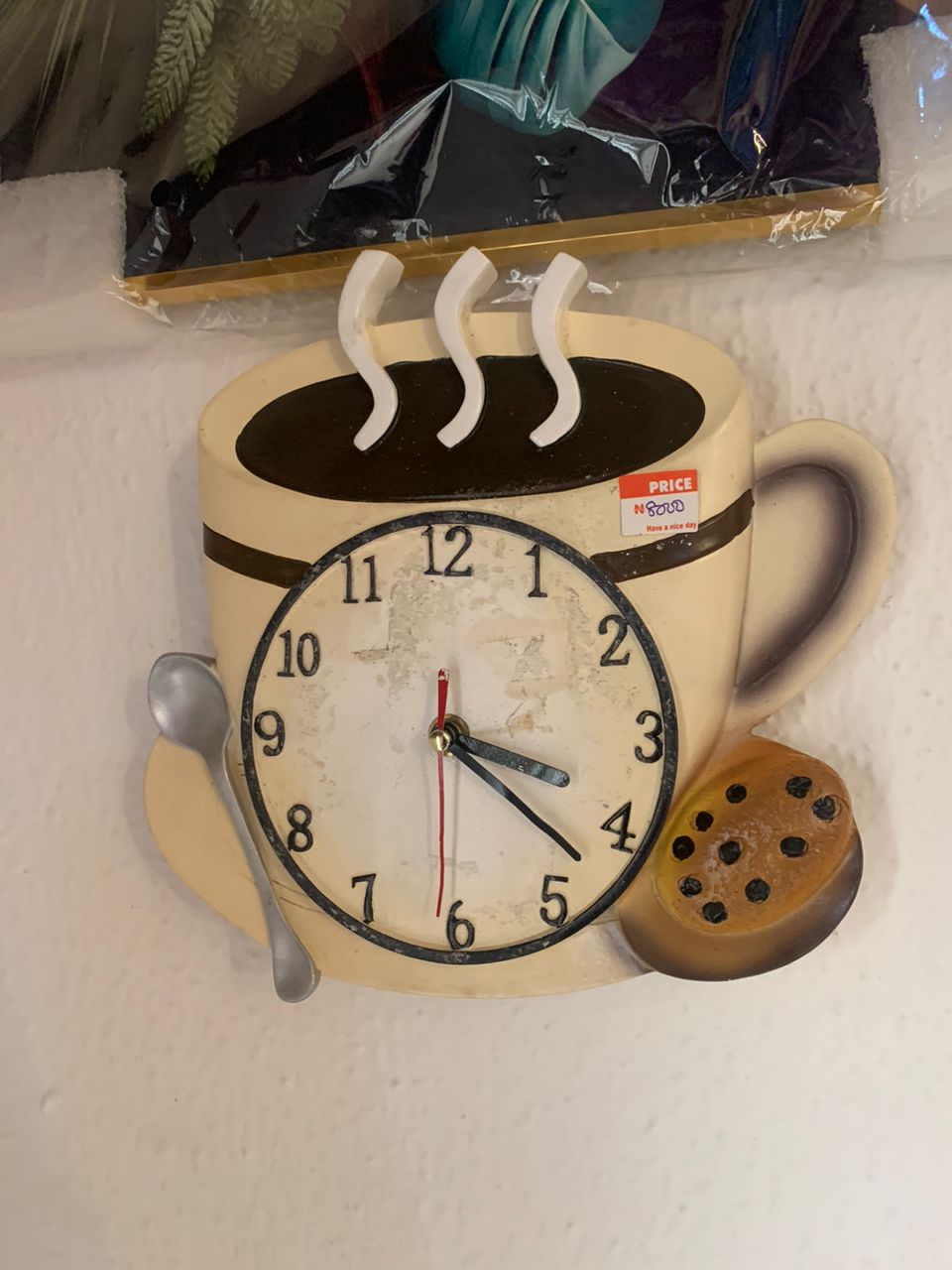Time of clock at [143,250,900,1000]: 3:22
